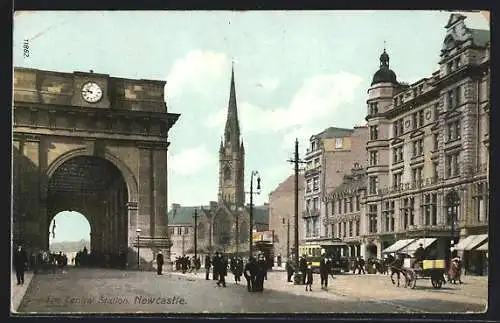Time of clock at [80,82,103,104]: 9:44
